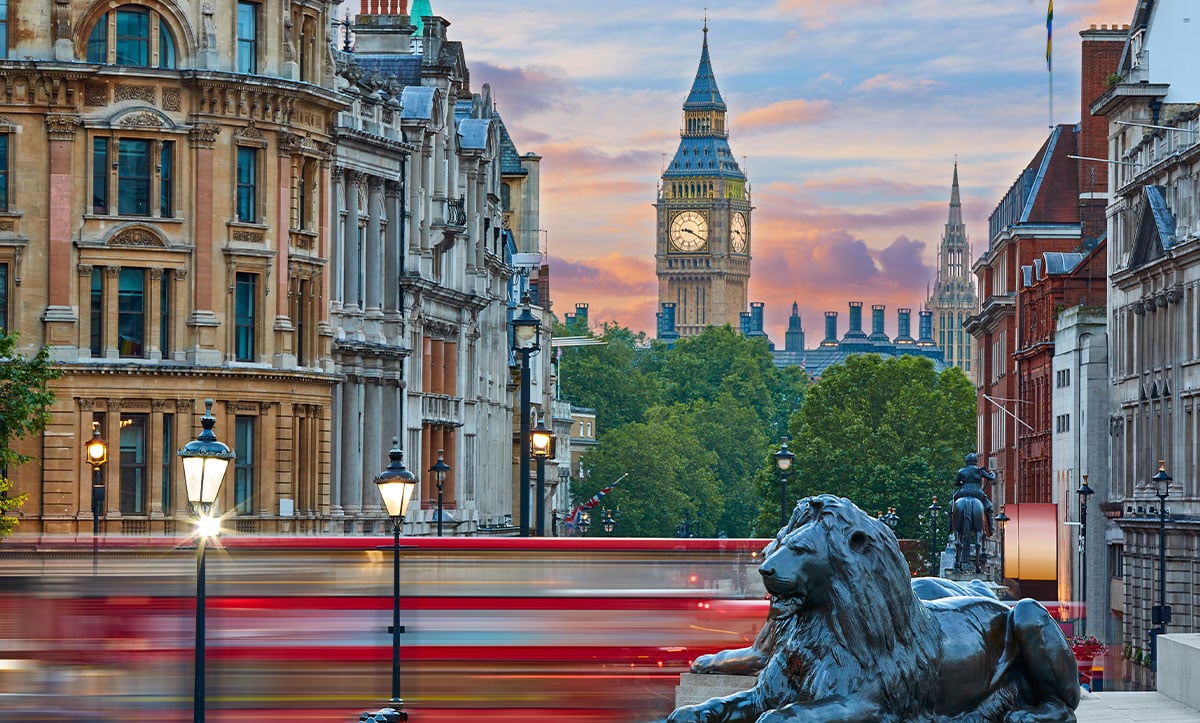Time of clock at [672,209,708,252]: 9:19
